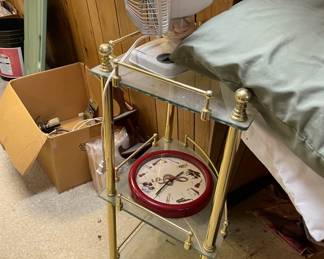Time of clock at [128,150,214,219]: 1:35
